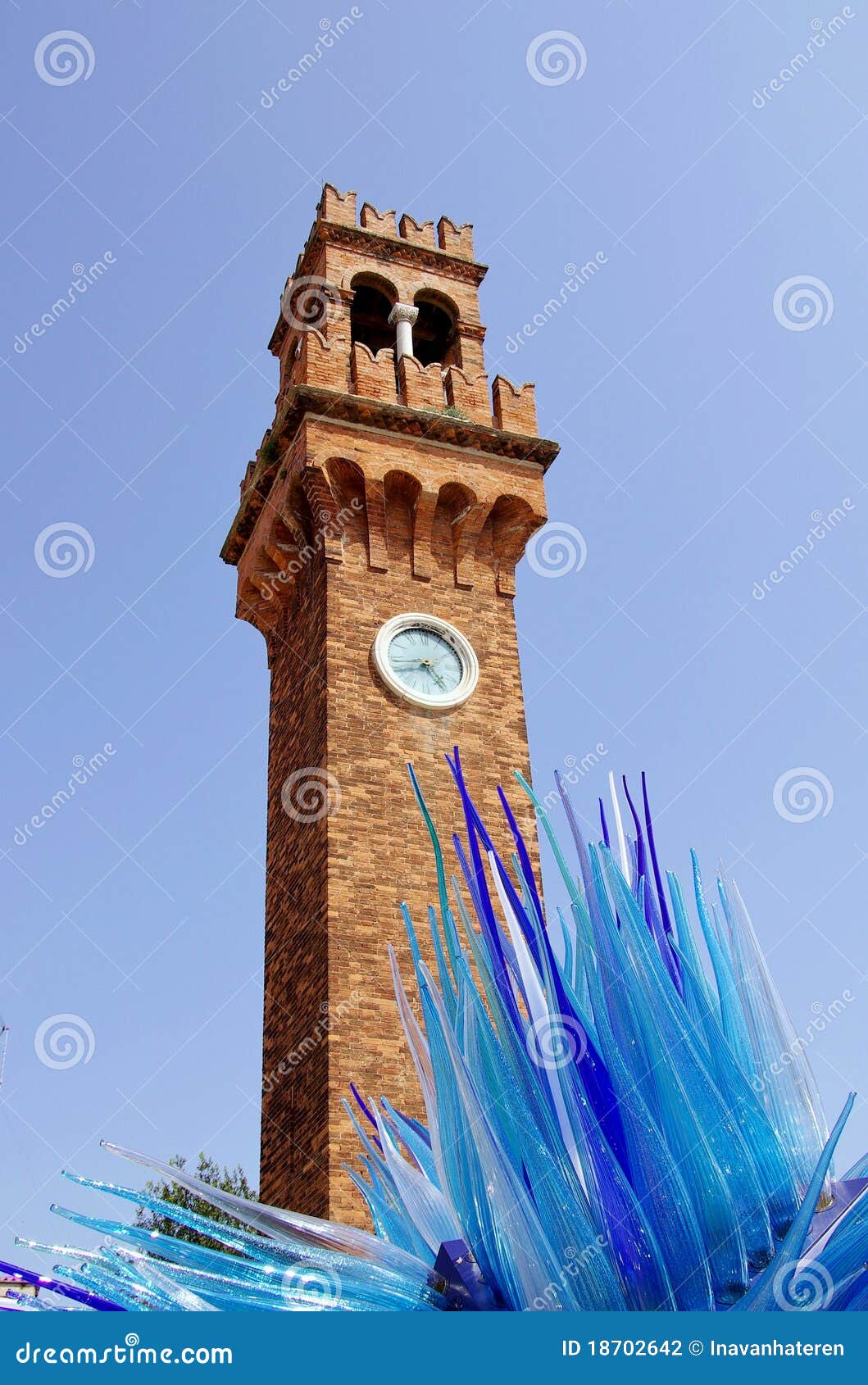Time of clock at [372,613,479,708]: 4:42
